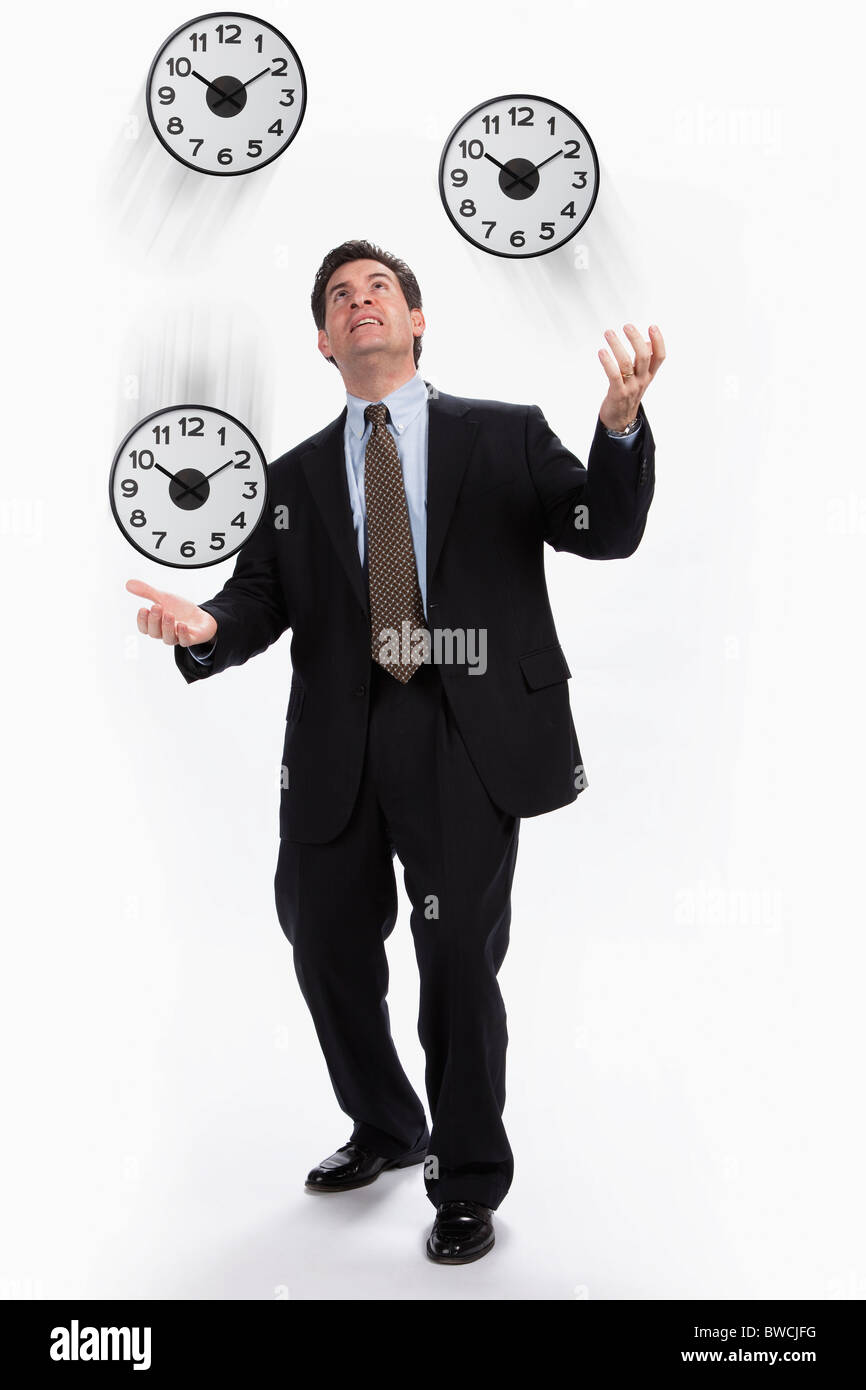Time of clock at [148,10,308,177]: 10:09
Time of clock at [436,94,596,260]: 10:09
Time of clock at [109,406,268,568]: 10:09
